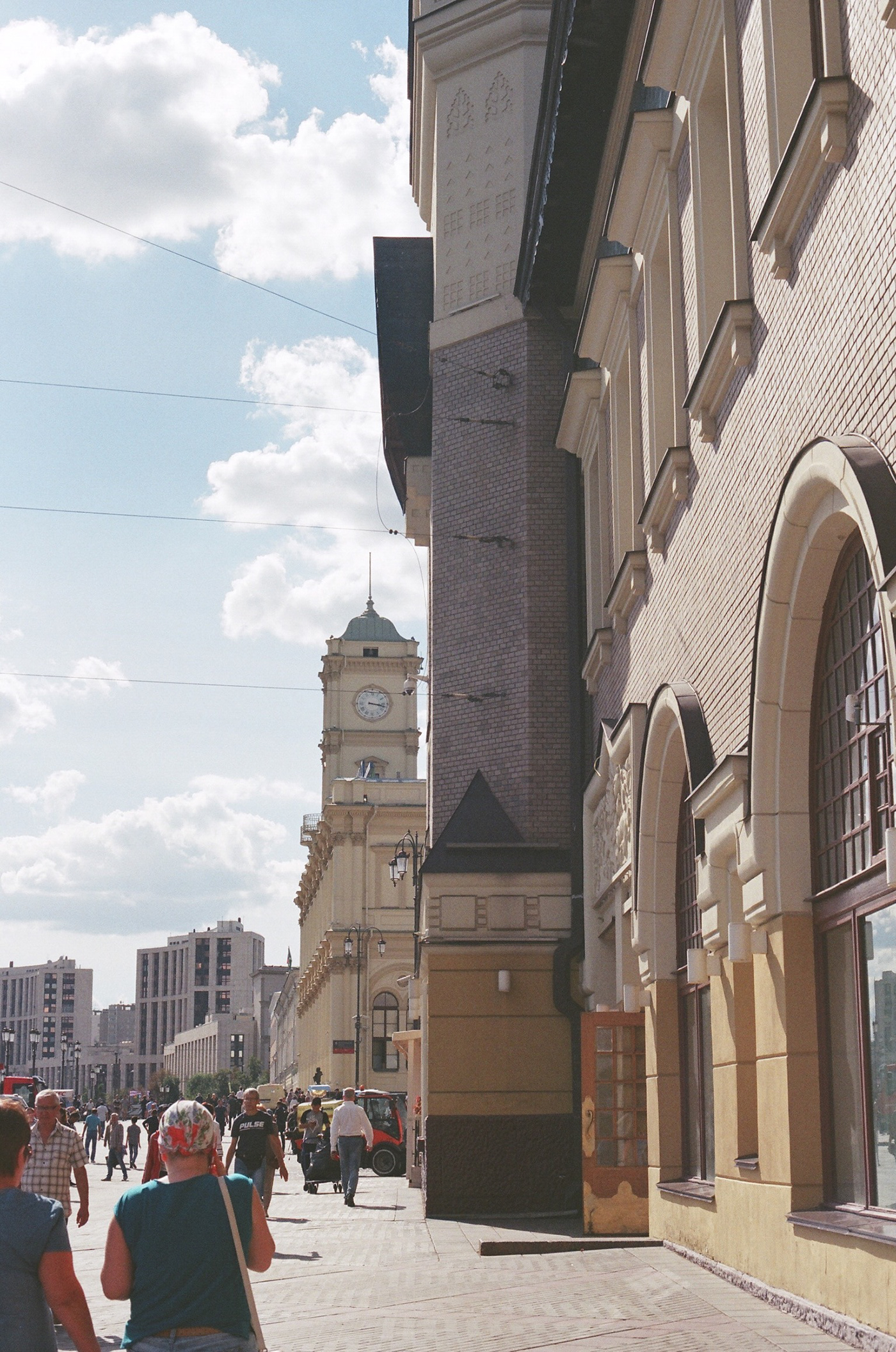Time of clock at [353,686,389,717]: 3:17
